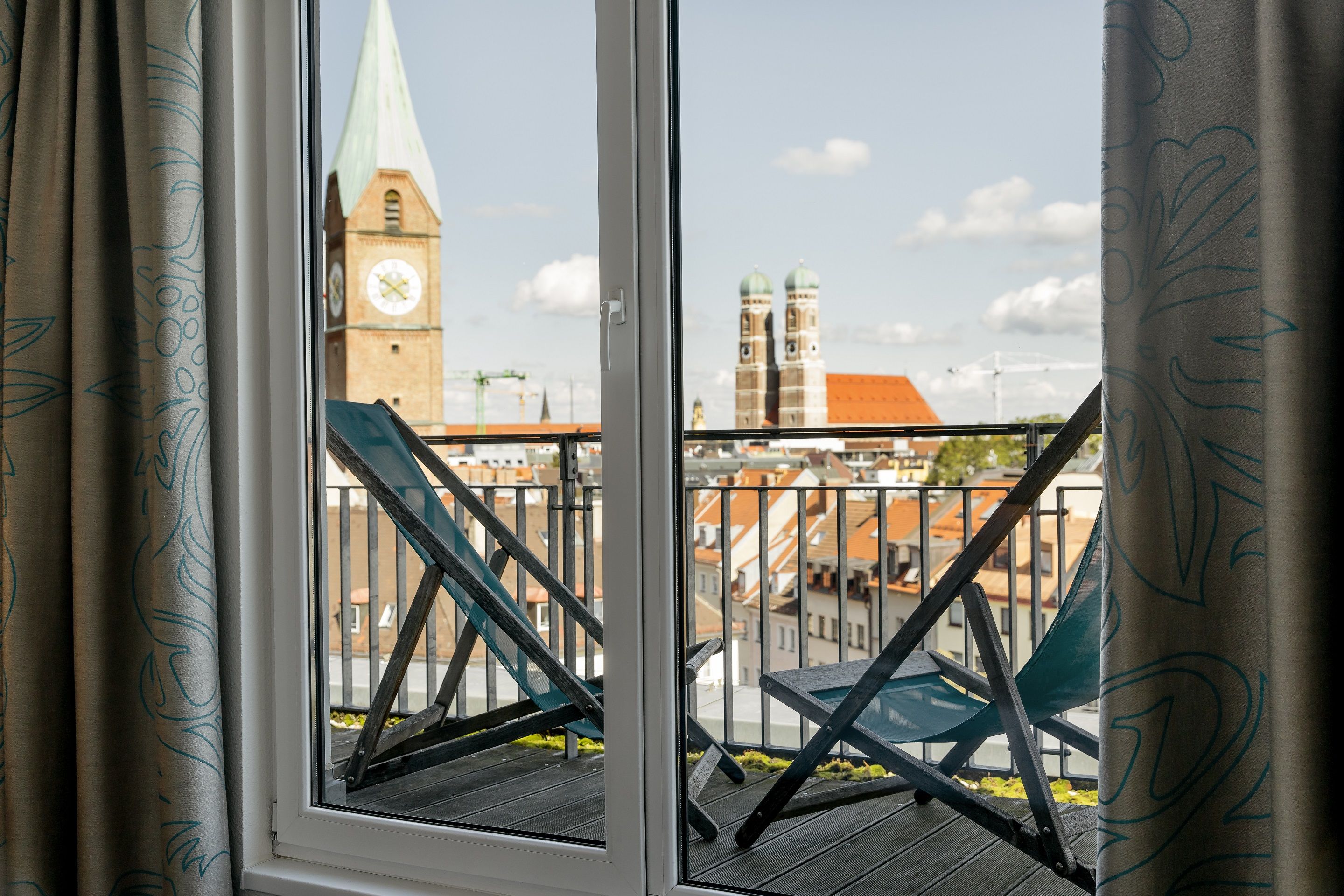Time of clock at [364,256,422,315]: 1:50
